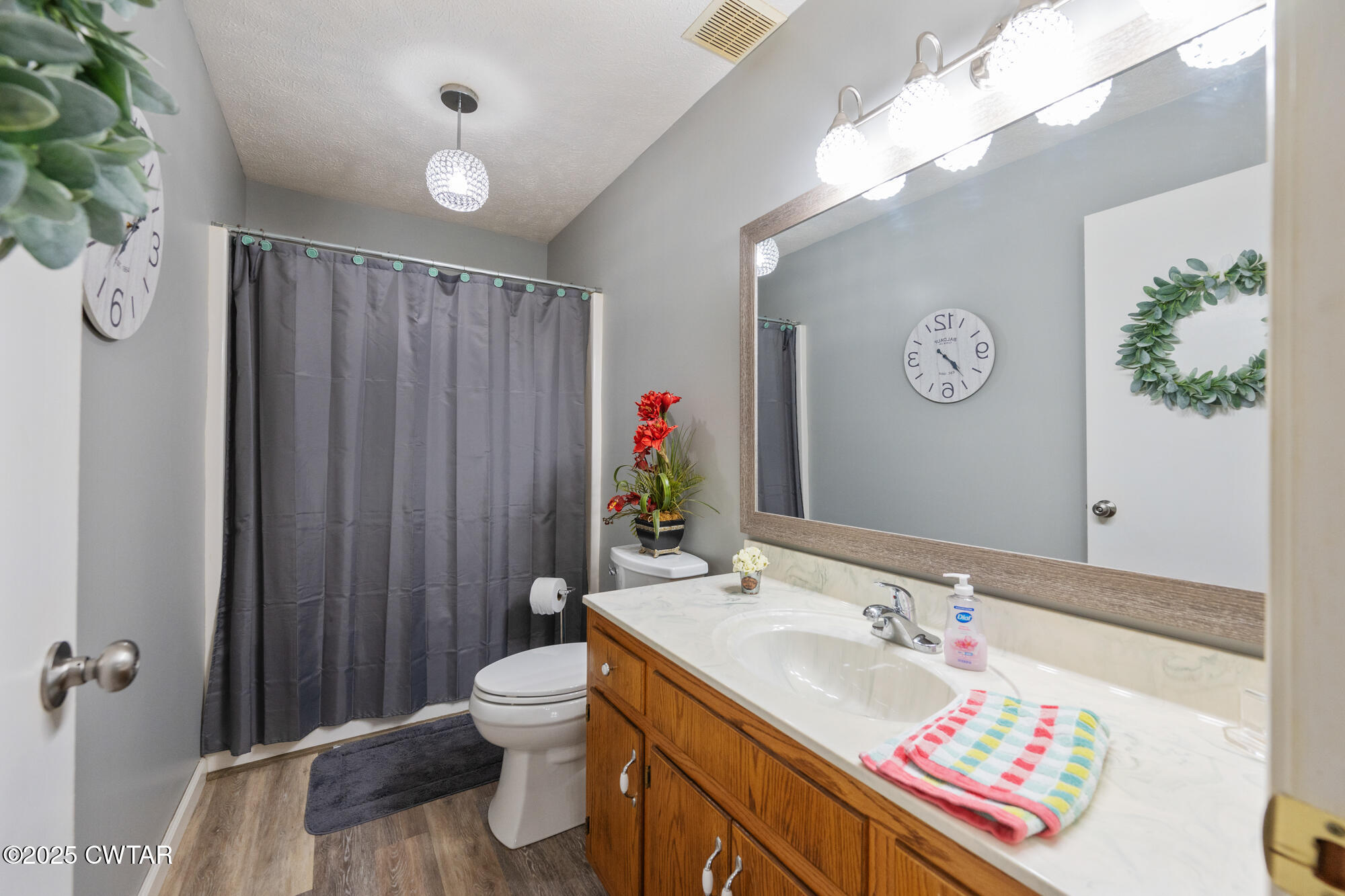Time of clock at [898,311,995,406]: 4:23
